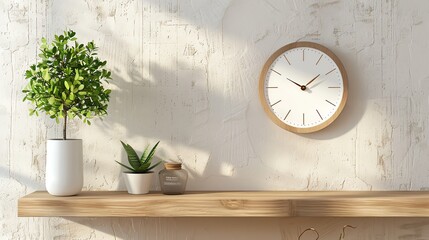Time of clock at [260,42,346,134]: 1:49
